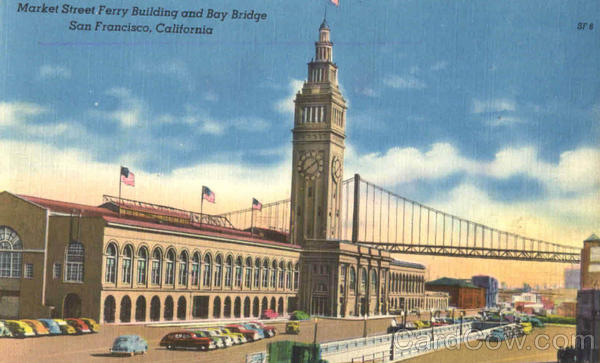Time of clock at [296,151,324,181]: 1:39
